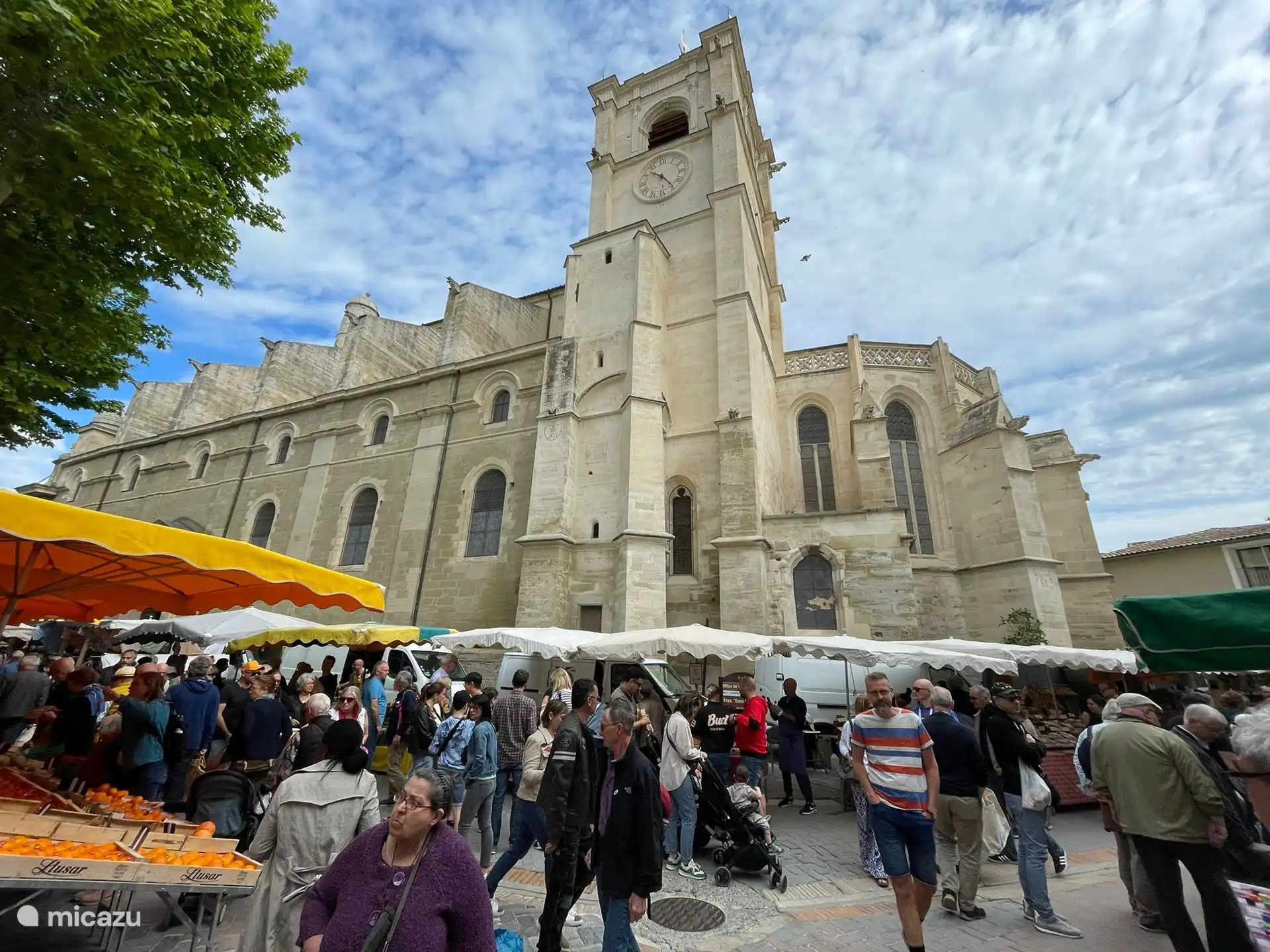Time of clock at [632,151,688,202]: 10:24
